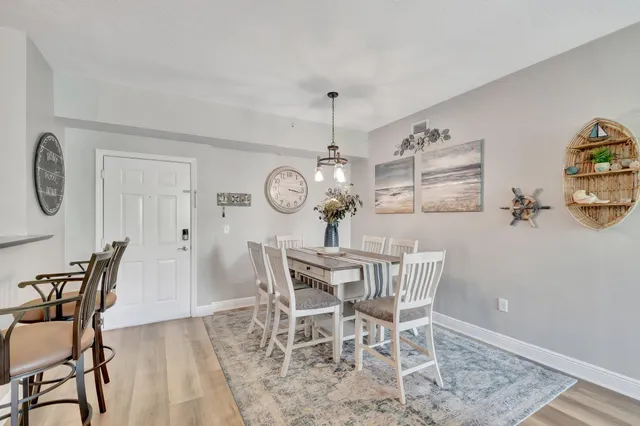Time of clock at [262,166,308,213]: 3:17
